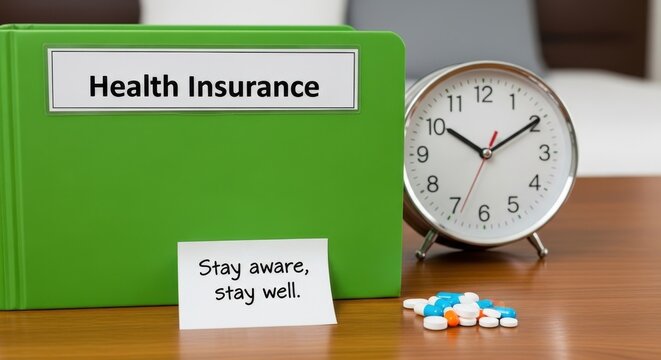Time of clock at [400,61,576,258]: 10:09
